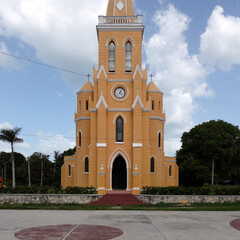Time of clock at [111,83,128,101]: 4:04
